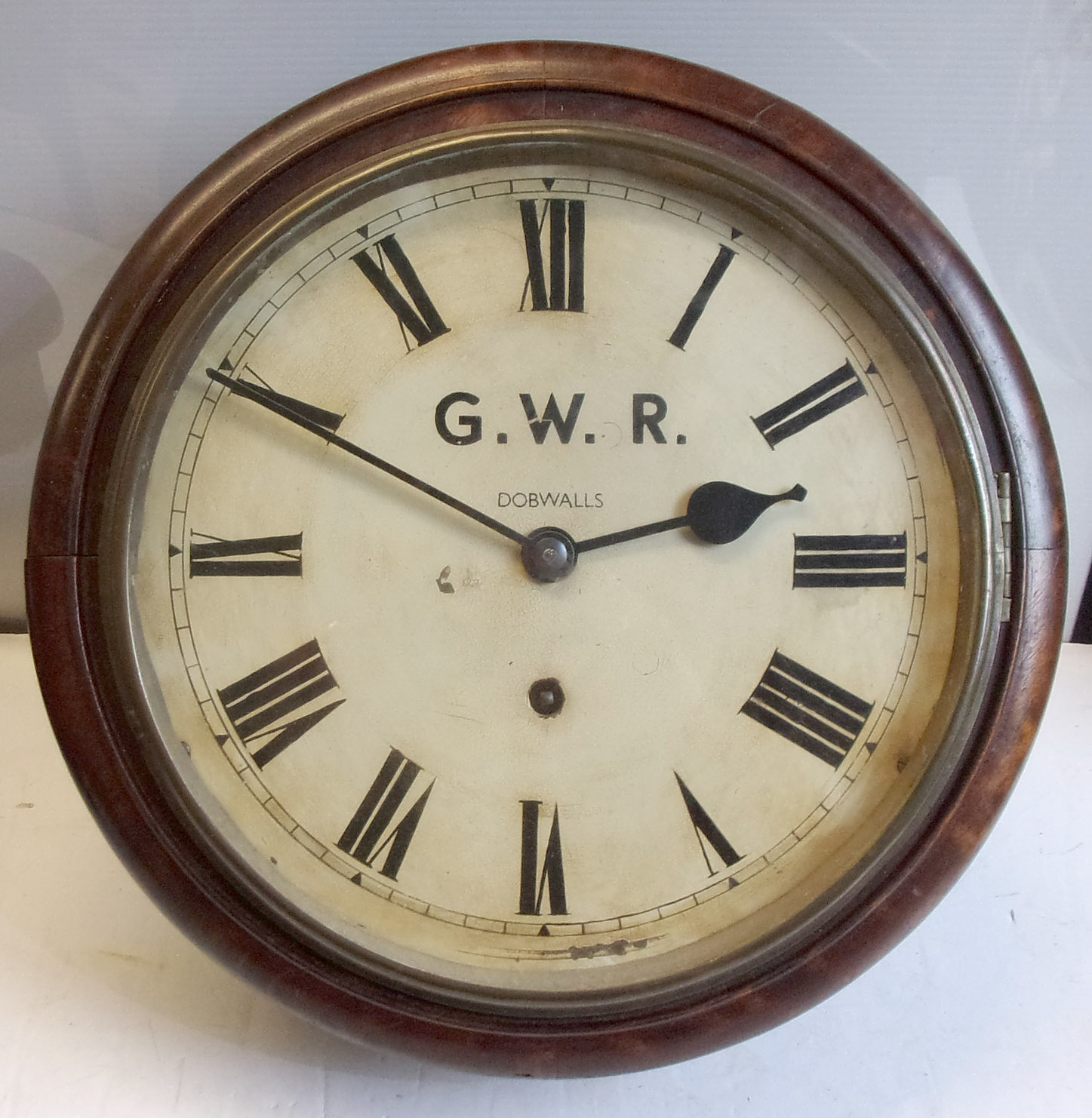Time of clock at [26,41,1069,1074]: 2:49
